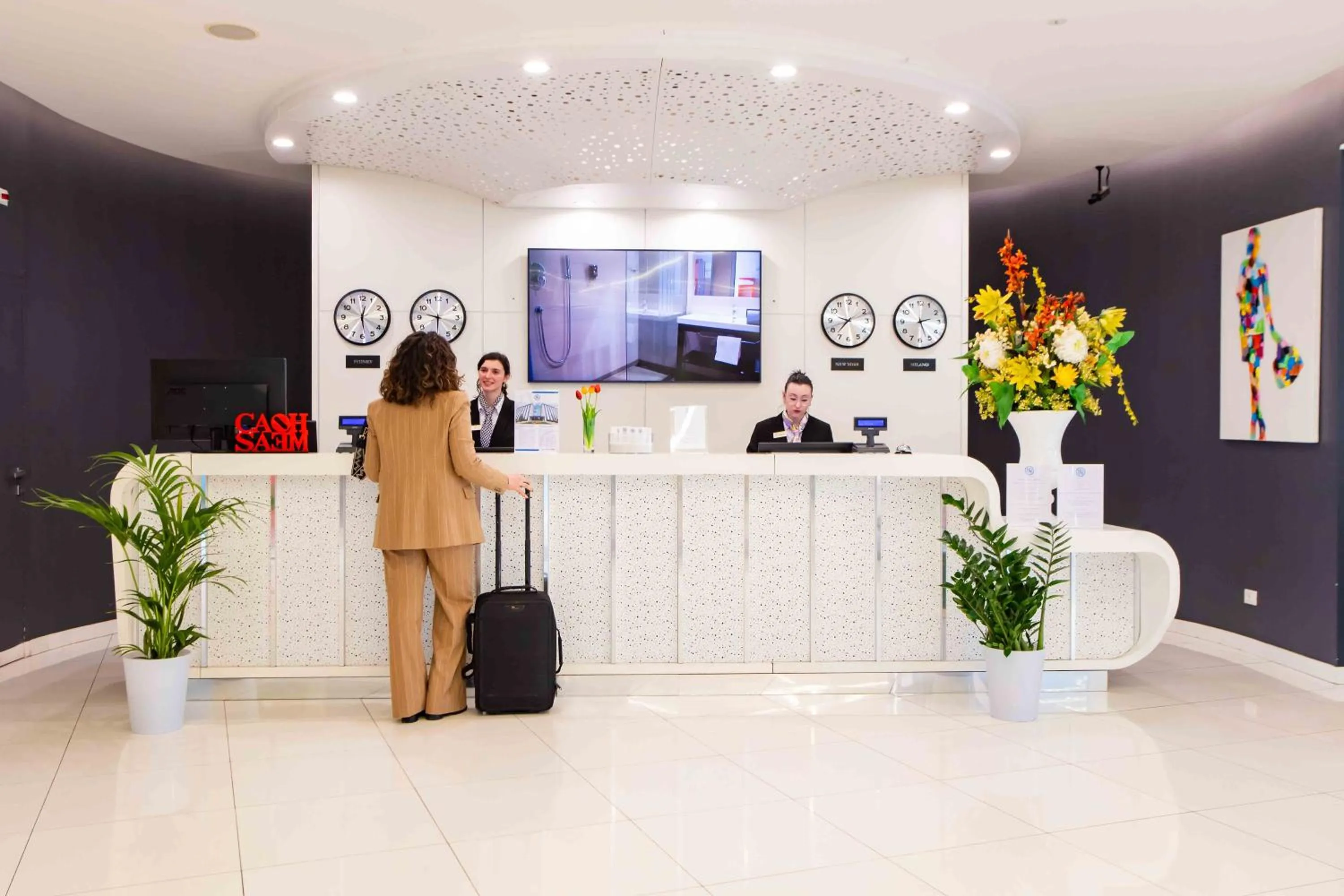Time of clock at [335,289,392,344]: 12:28
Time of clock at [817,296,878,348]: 7:11
